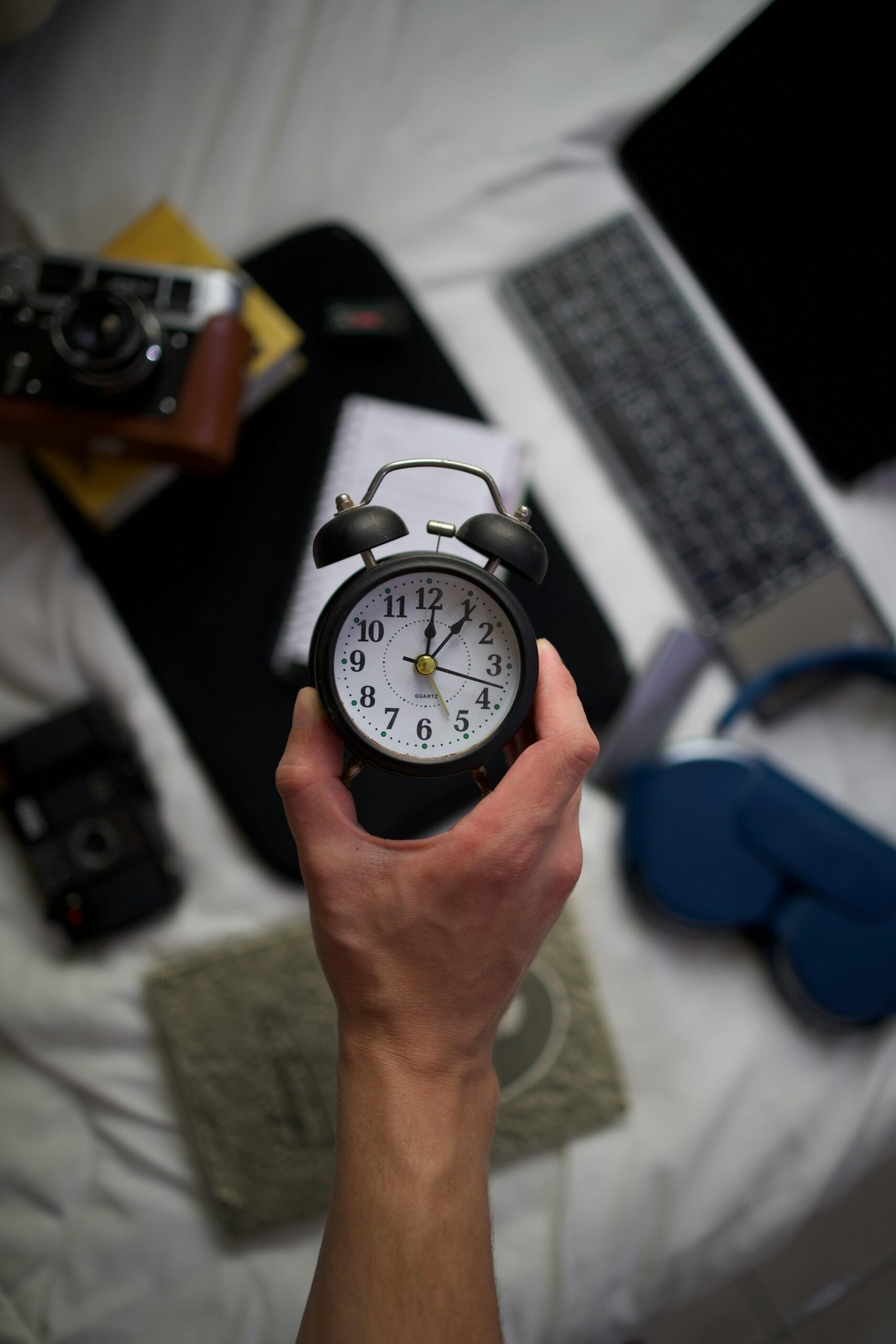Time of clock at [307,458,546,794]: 12:06
